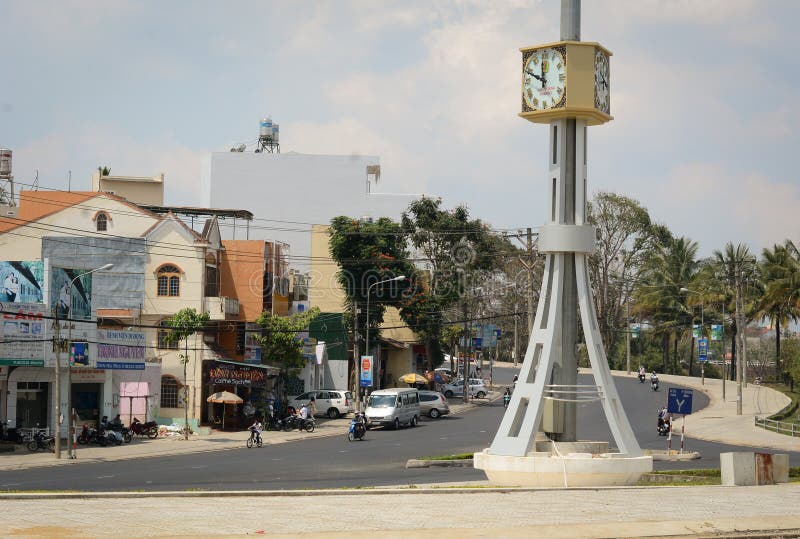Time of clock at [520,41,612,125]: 11:49
